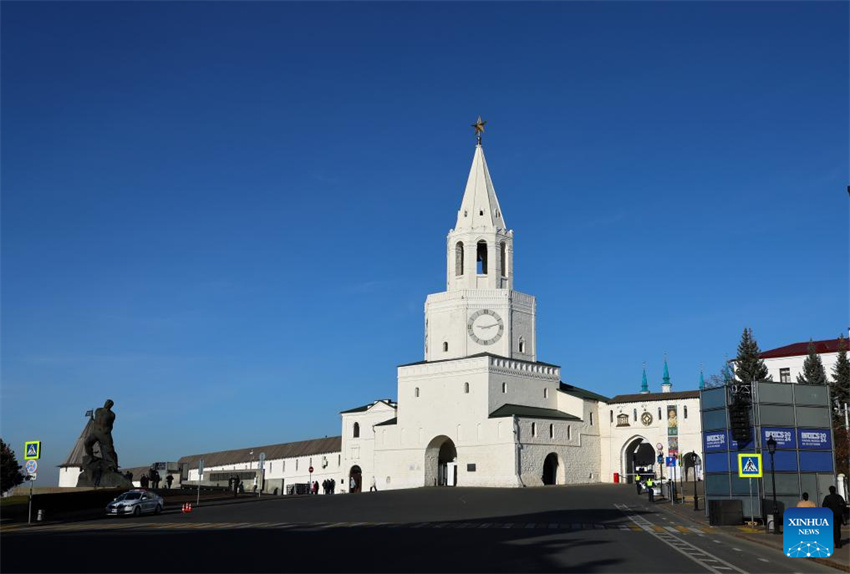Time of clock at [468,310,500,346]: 9:12
